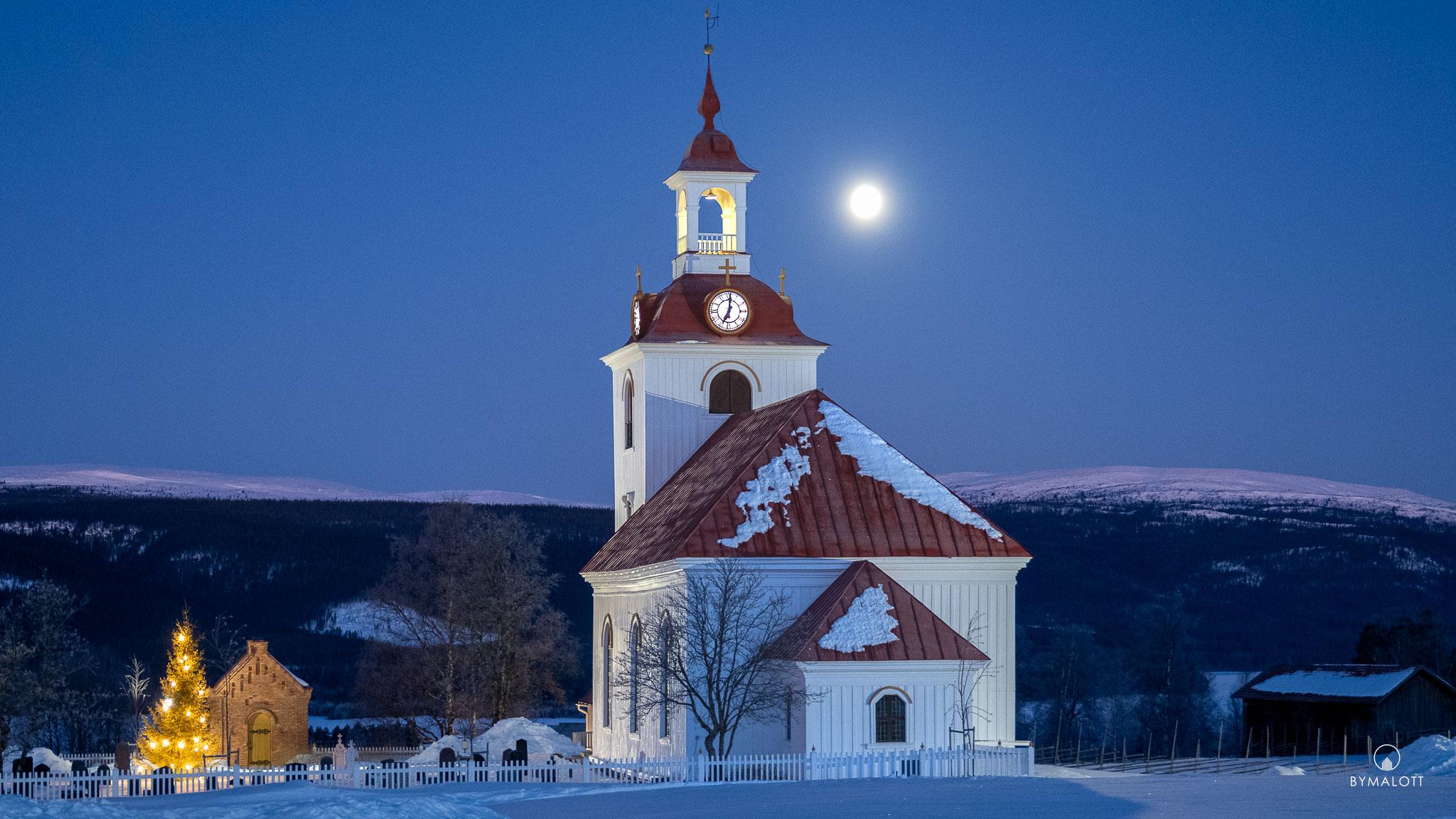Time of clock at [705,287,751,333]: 7:01
